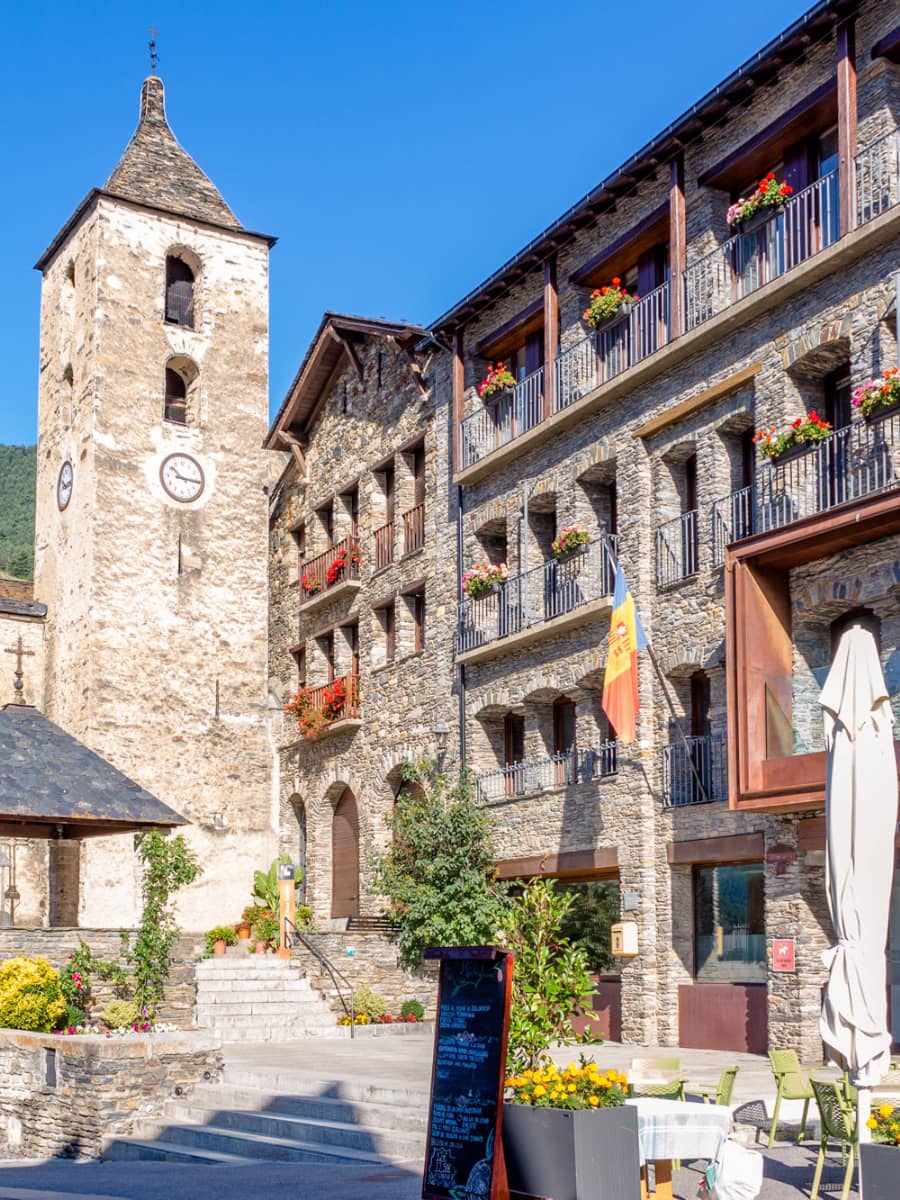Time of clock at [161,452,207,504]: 10:15
